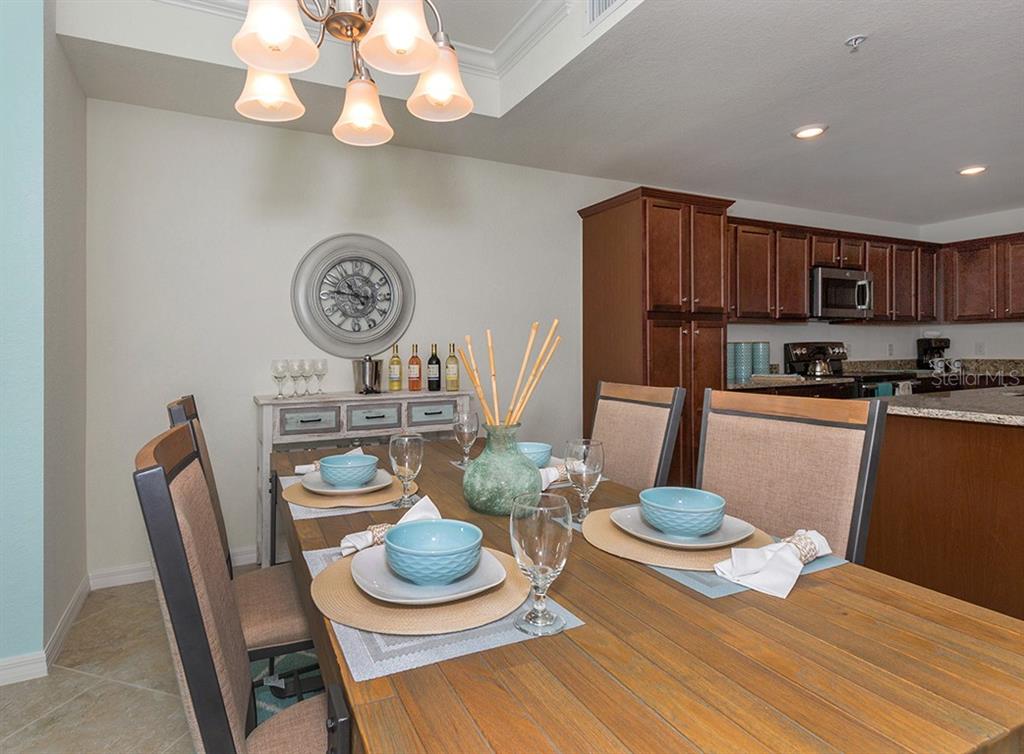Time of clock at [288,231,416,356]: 10:46
